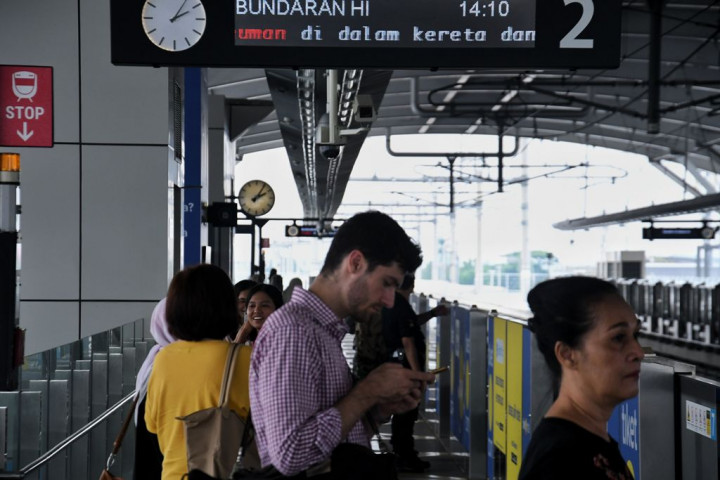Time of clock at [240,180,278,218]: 2:05
